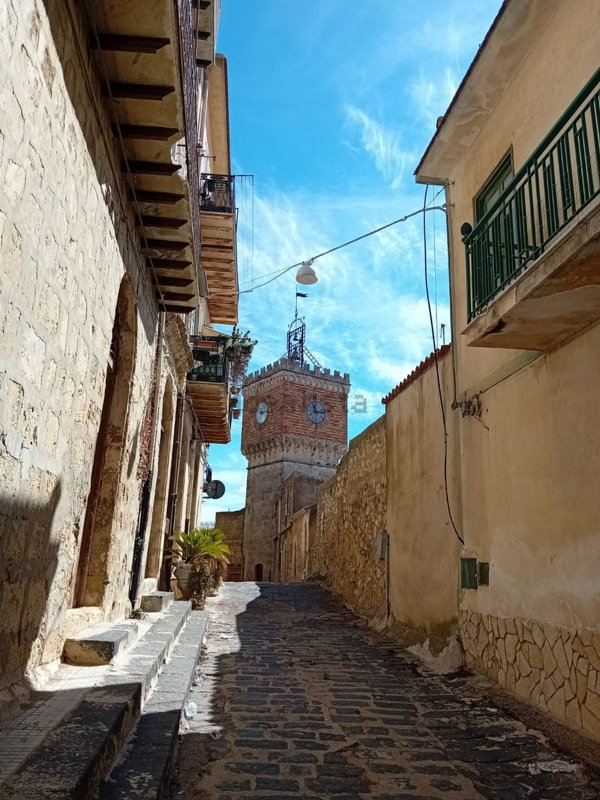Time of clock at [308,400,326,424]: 11:13
